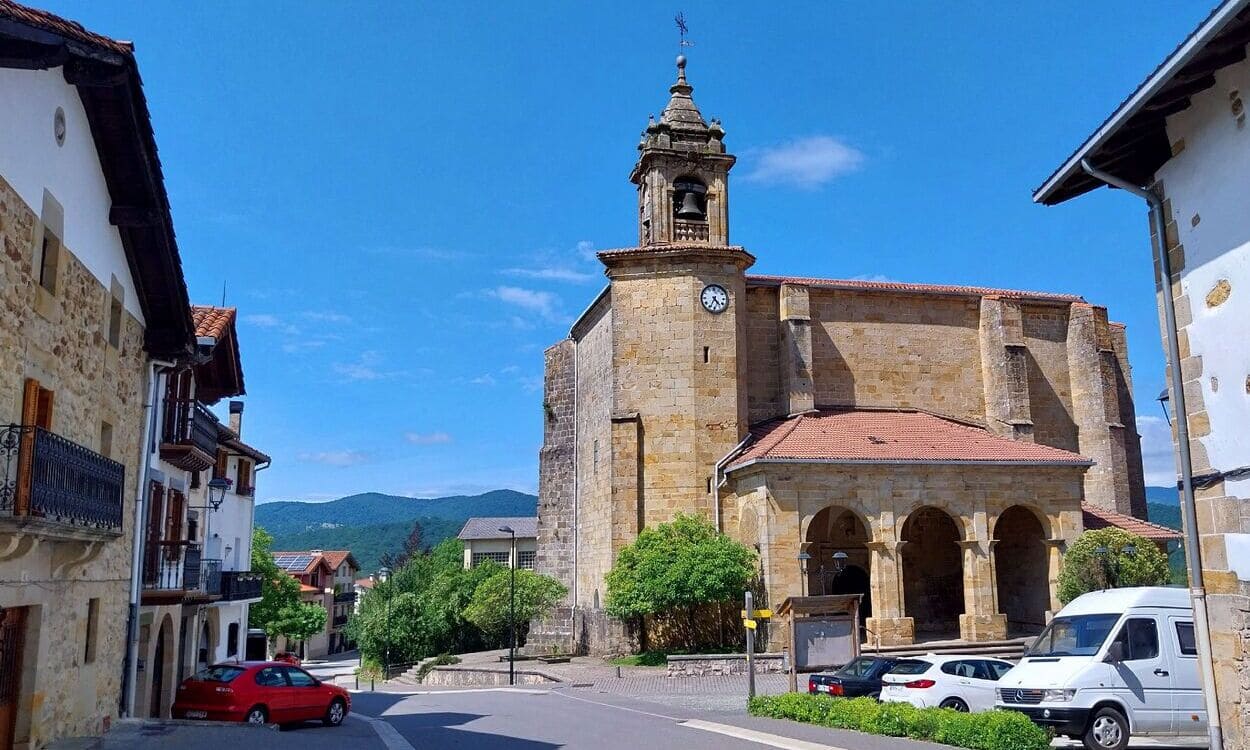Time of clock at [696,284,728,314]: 4:34
